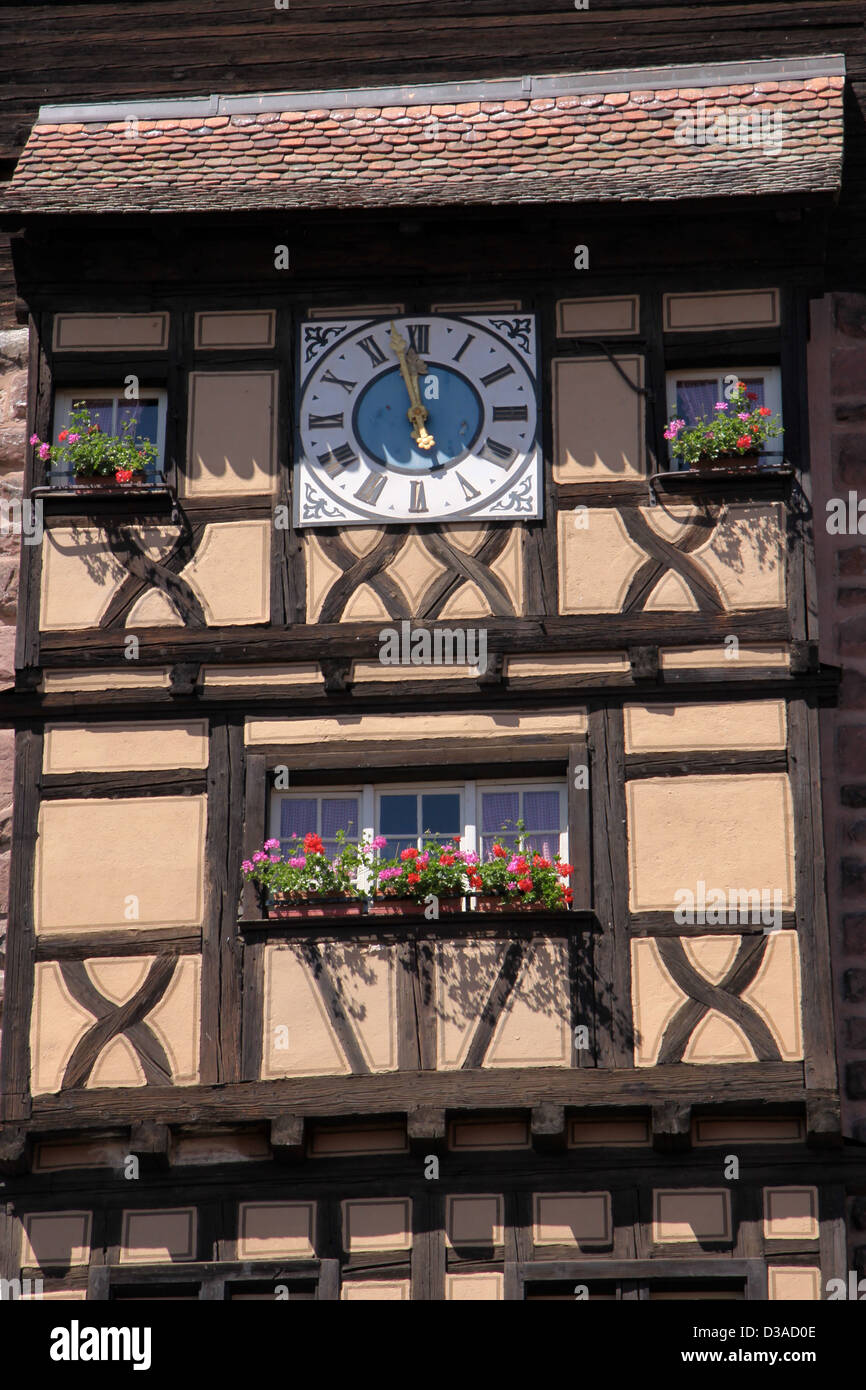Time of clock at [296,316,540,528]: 11:58
